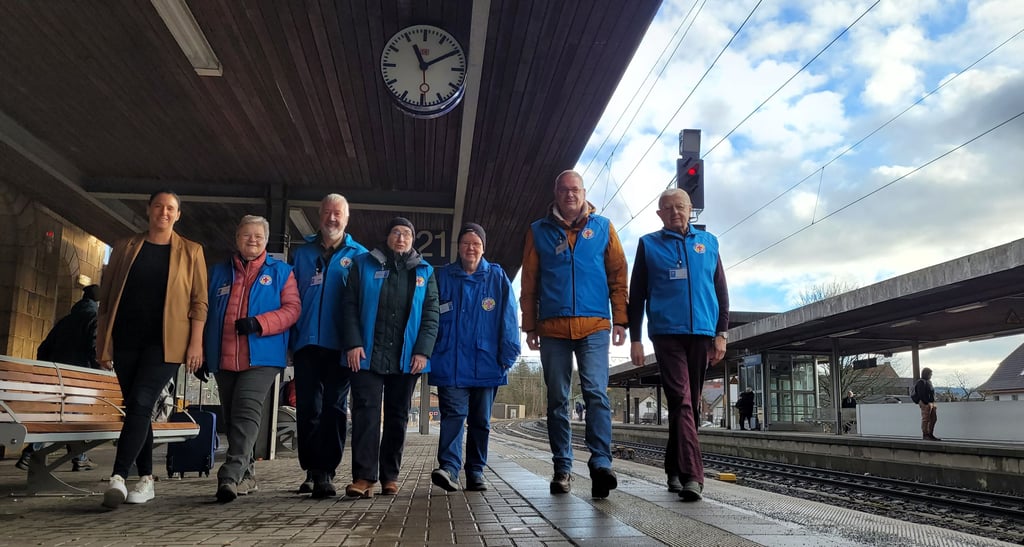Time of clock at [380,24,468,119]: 11:09
